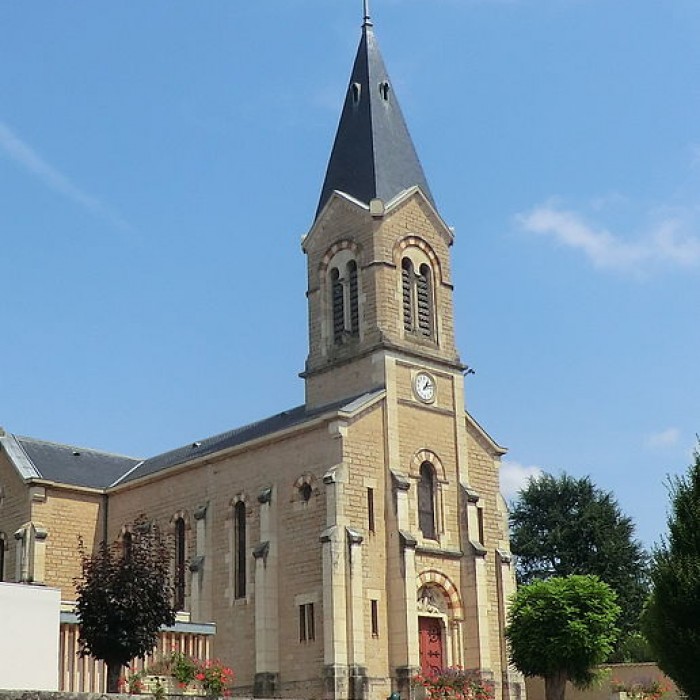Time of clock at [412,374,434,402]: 1:11
